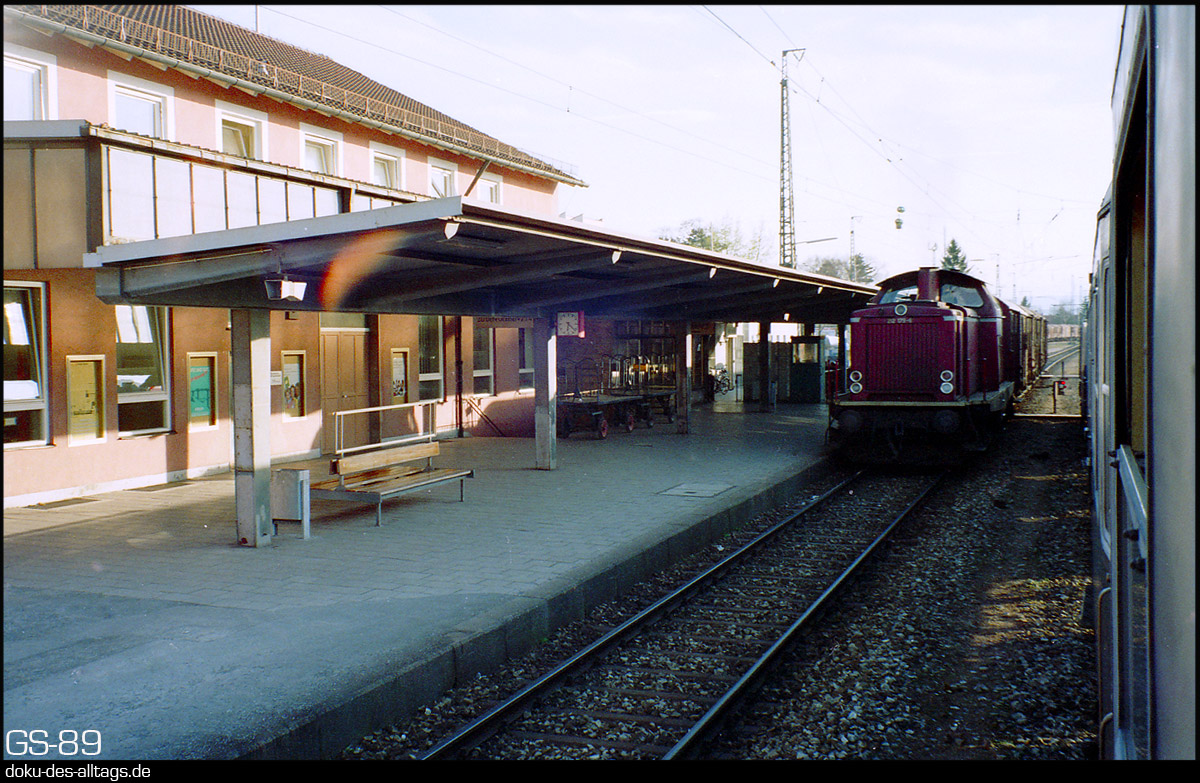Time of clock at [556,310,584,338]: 6:21
